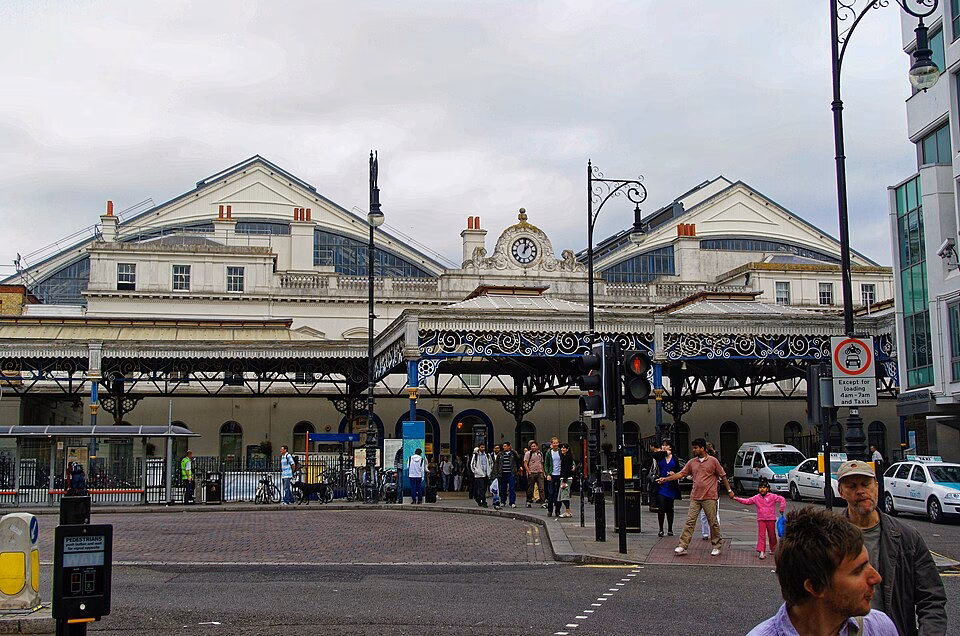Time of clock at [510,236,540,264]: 1:01
